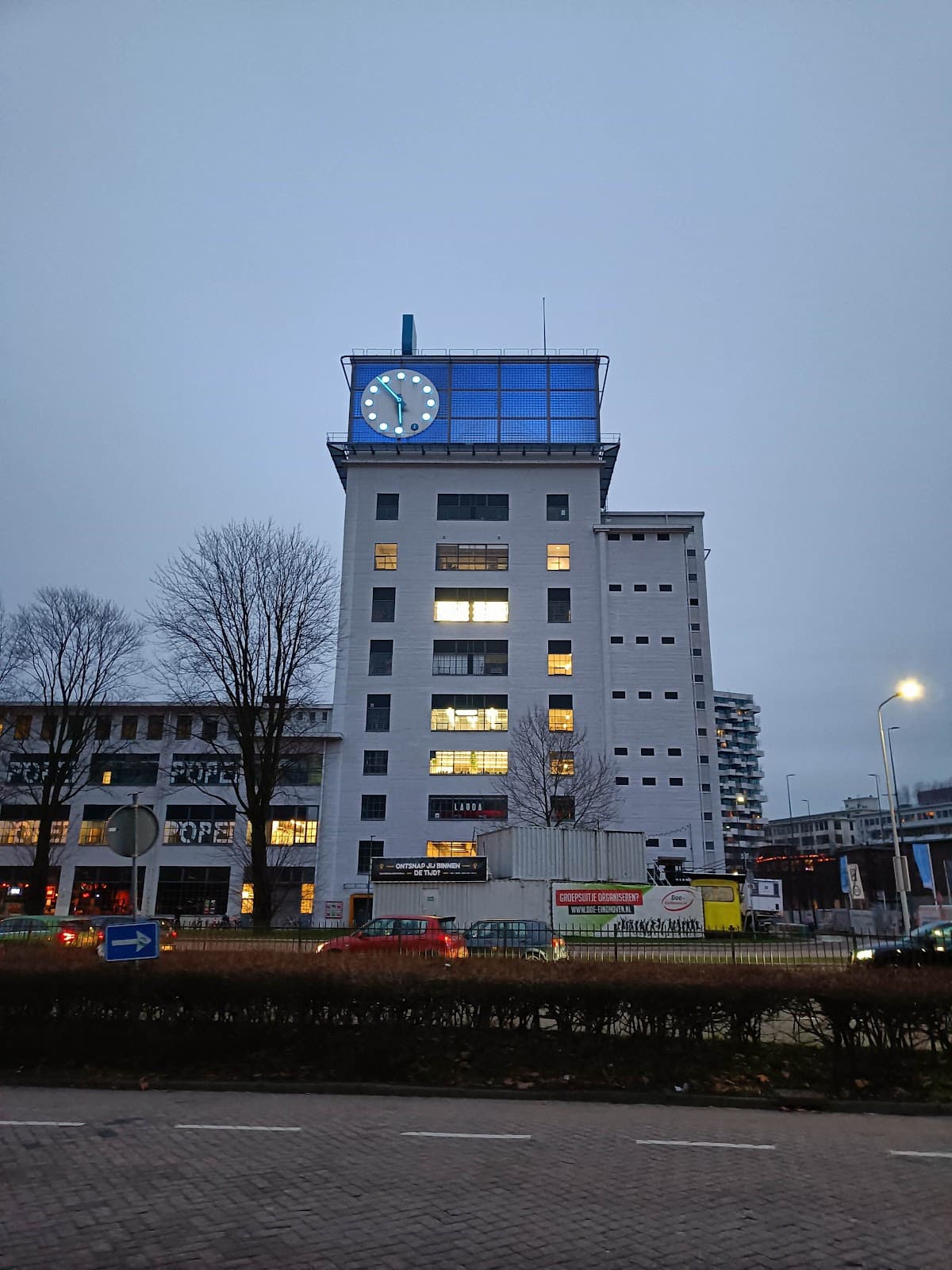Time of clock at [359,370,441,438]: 5:53
